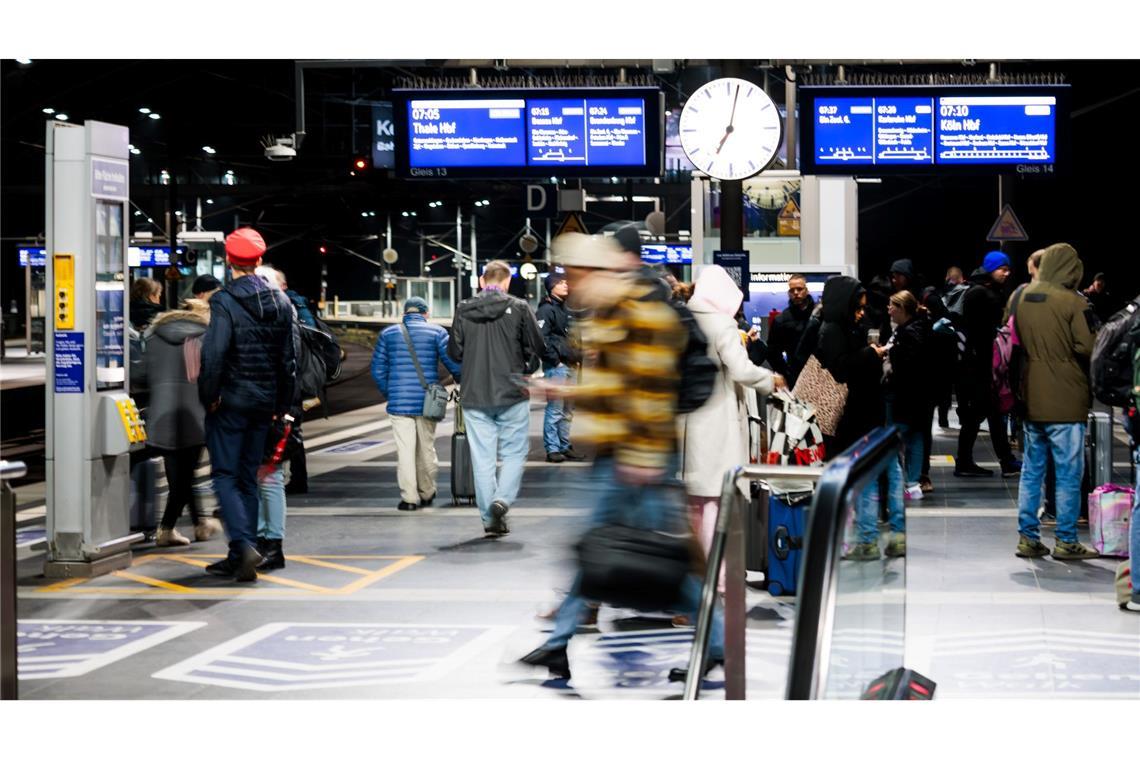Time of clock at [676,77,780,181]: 7:02
